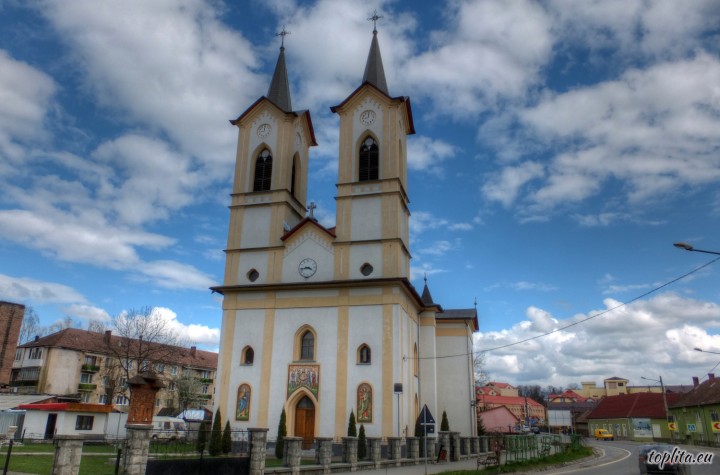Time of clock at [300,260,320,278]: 3:43
